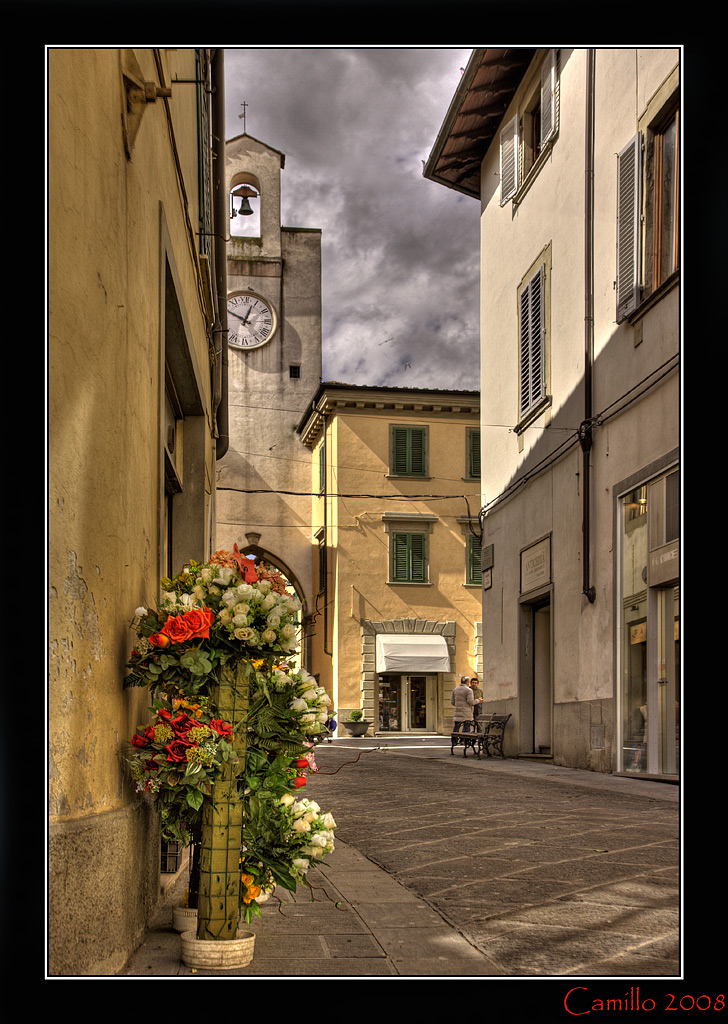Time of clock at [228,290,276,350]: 12:49
